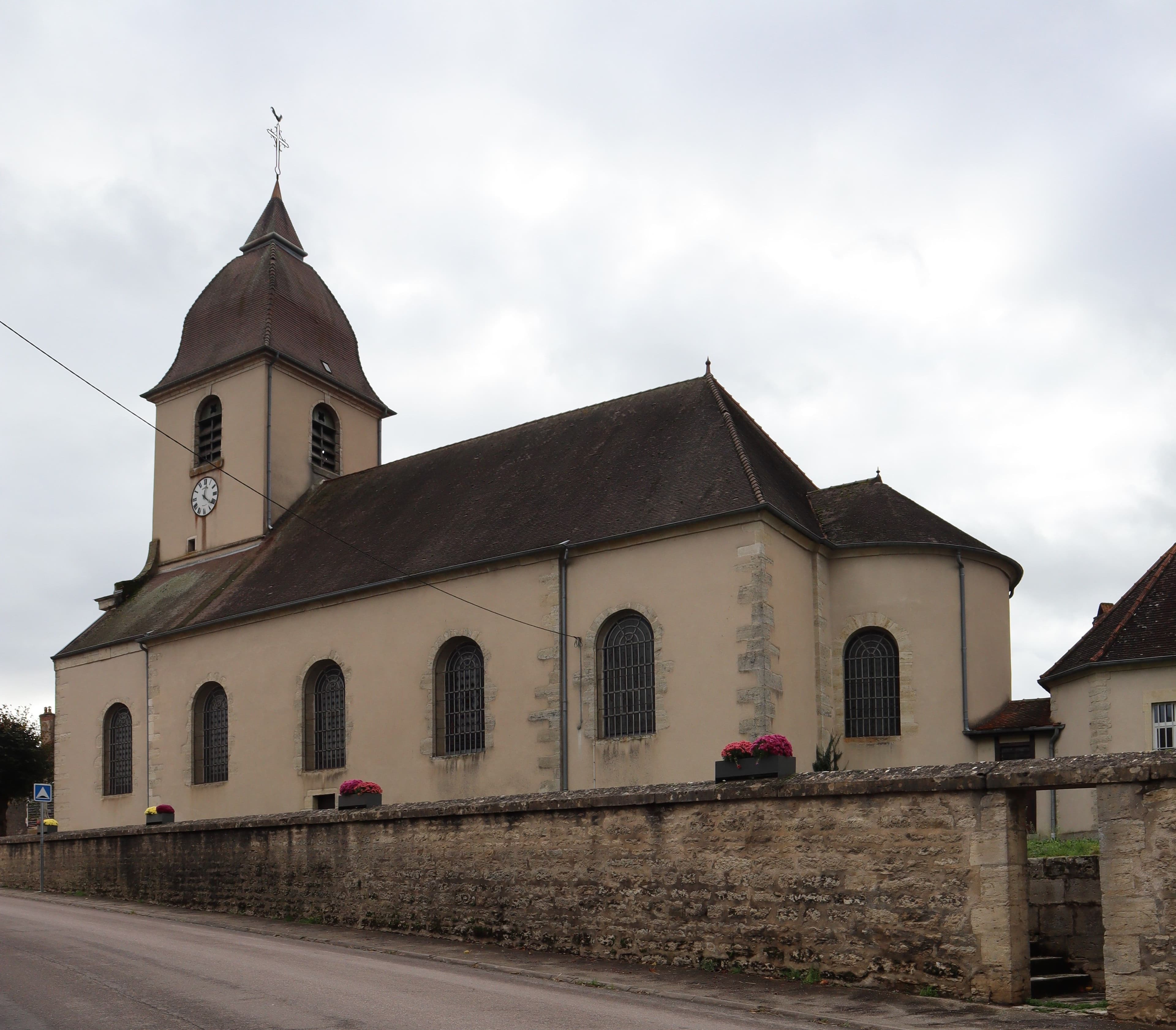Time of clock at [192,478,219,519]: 12:21
